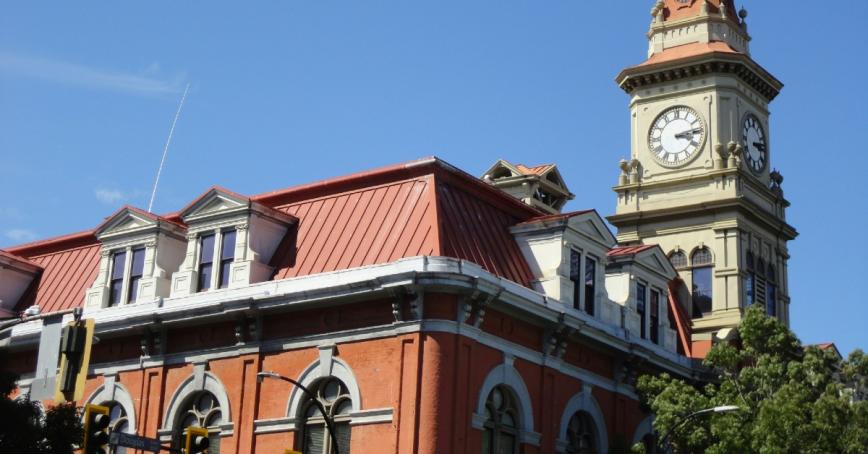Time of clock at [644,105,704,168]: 3:13
